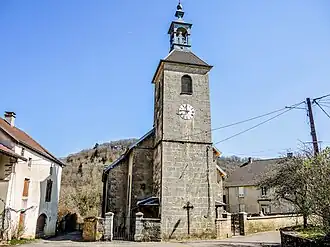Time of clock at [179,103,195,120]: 11:46
